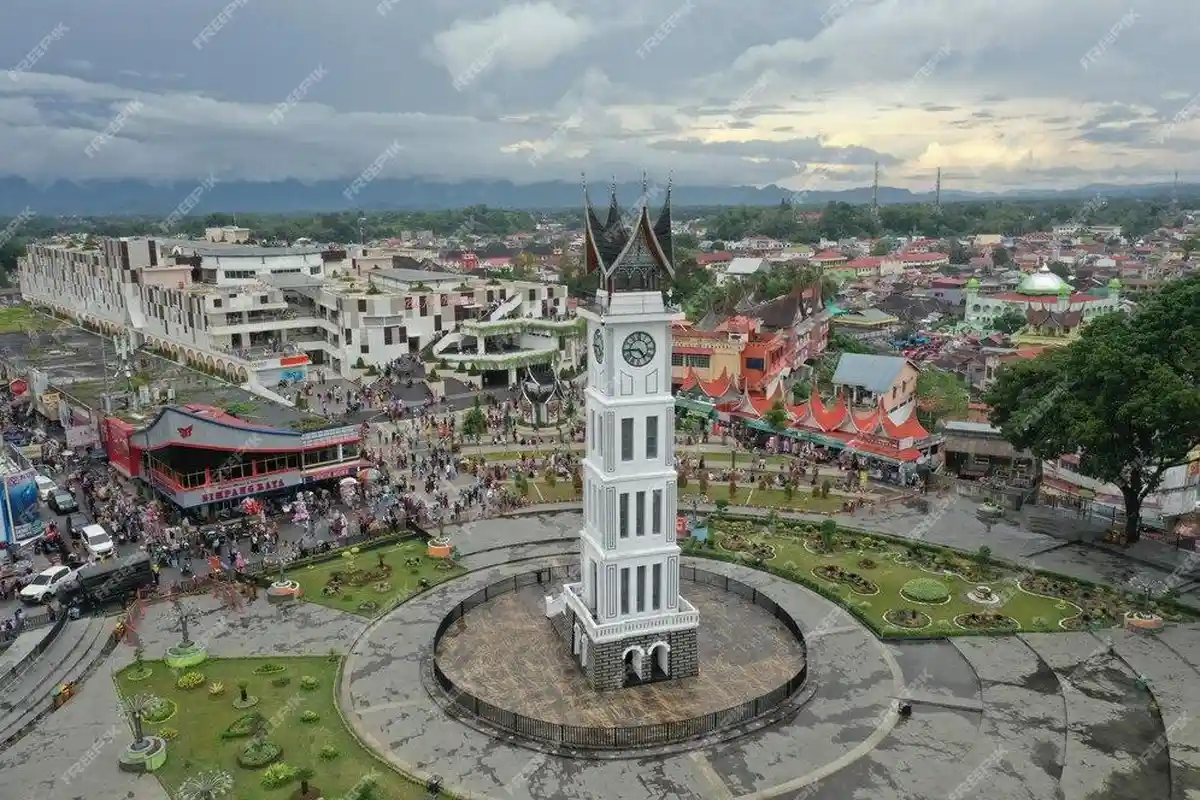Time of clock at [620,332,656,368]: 4:44
